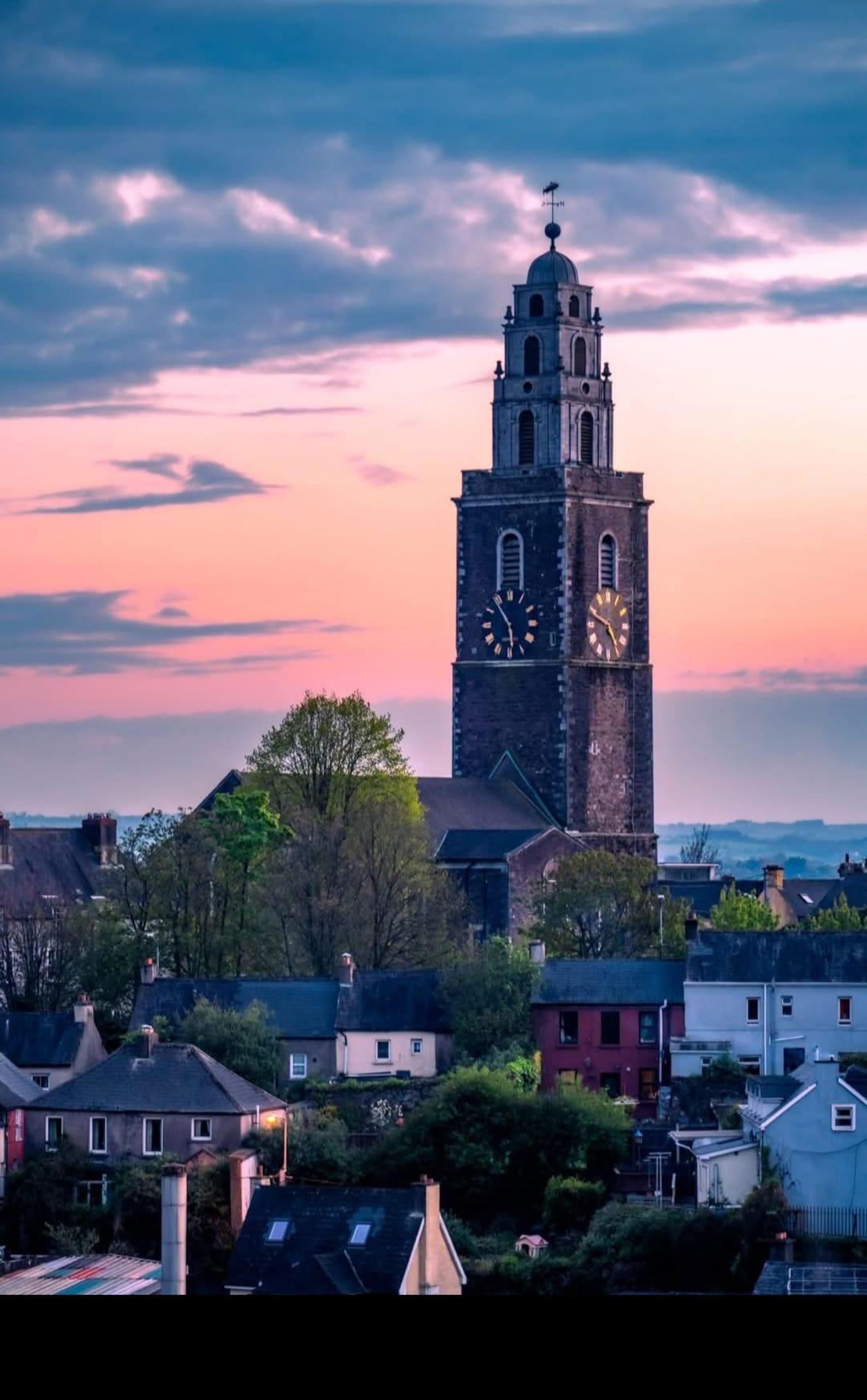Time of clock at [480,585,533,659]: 5:54
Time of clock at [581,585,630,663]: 4:48
